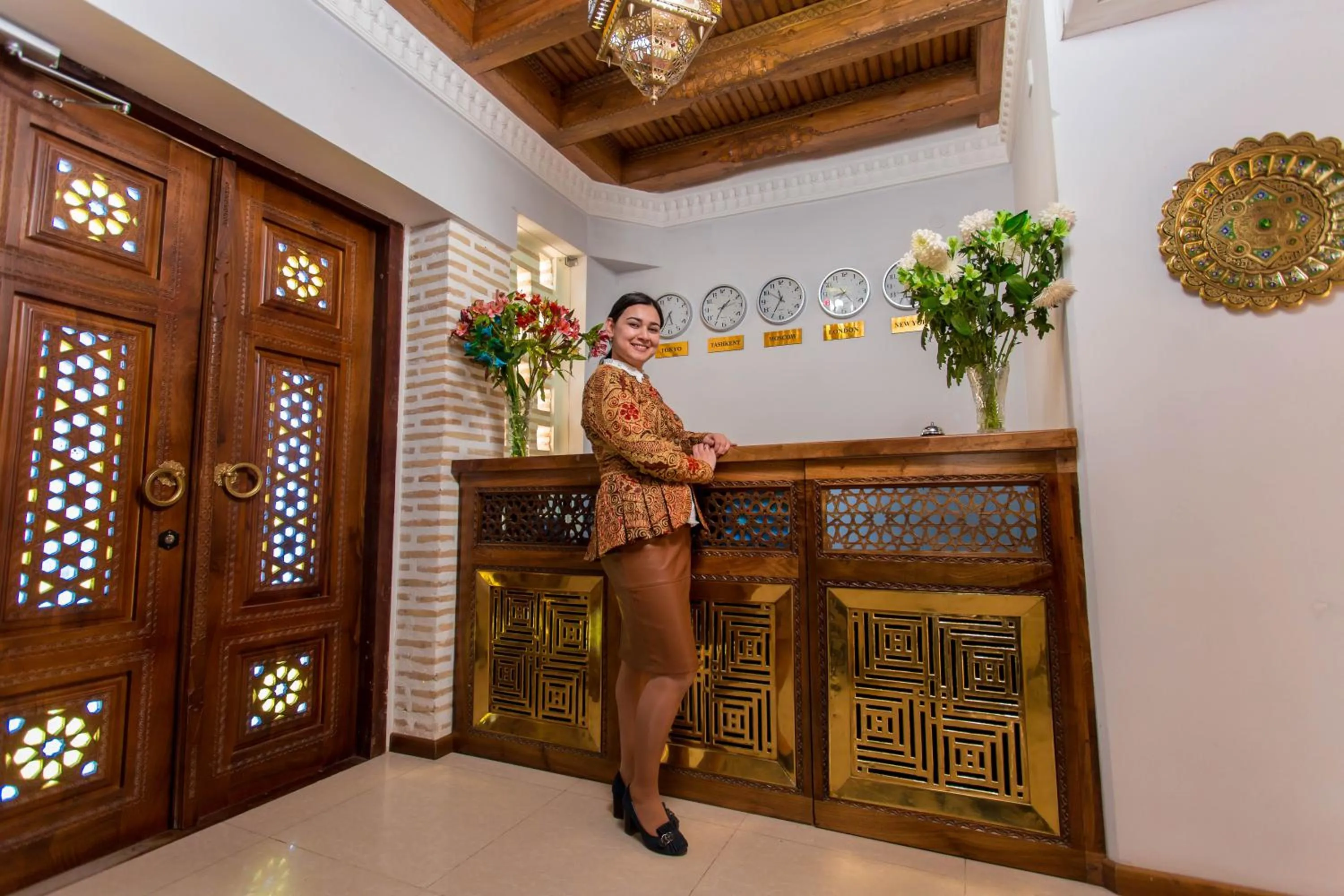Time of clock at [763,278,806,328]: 11:35
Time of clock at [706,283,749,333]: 1:35
